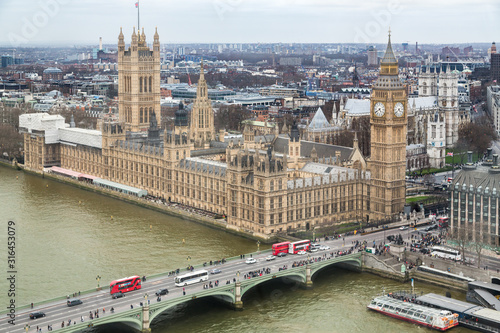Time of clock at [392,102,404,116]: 4:38
